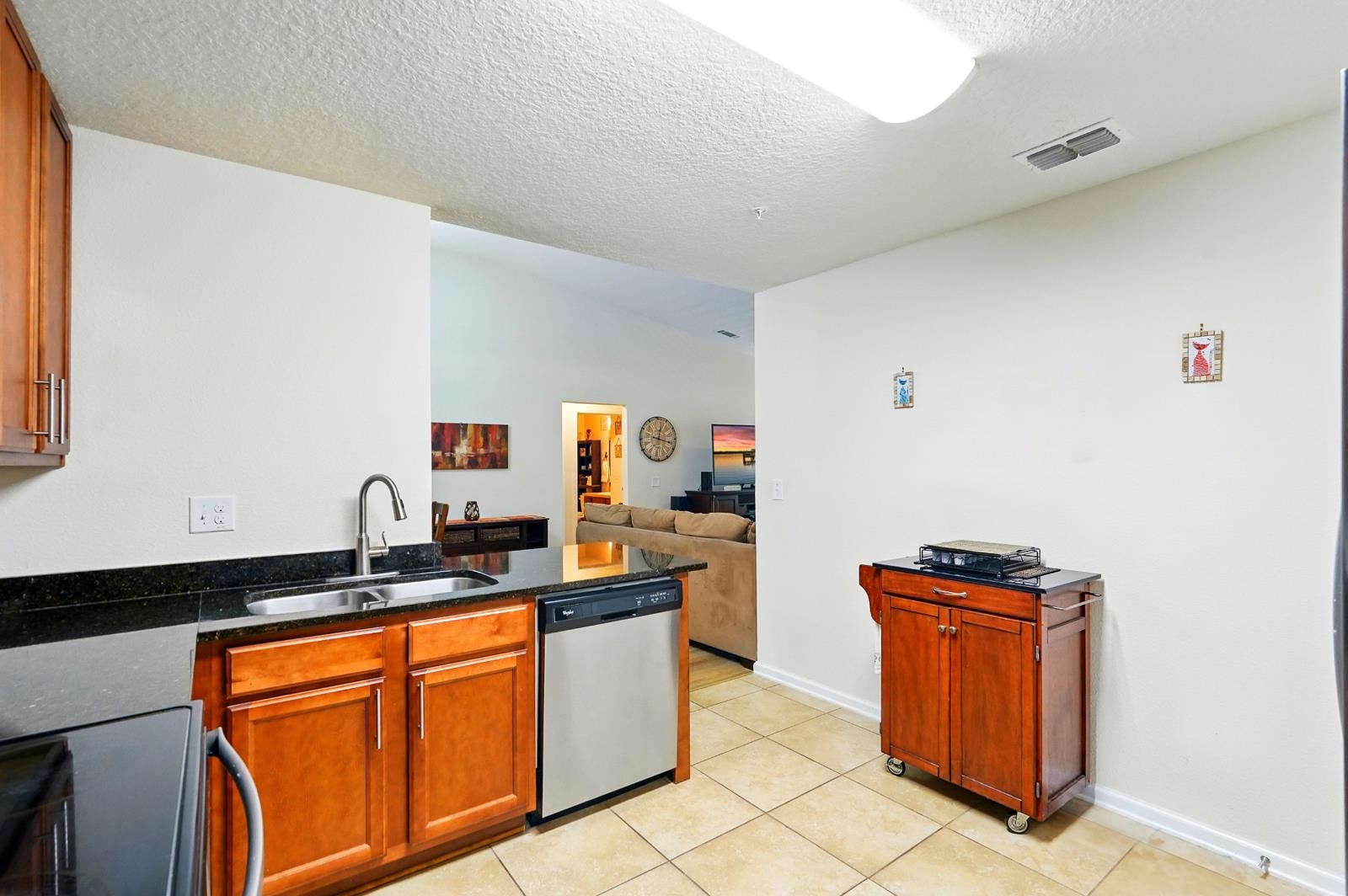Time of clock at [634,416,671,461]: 12:17
